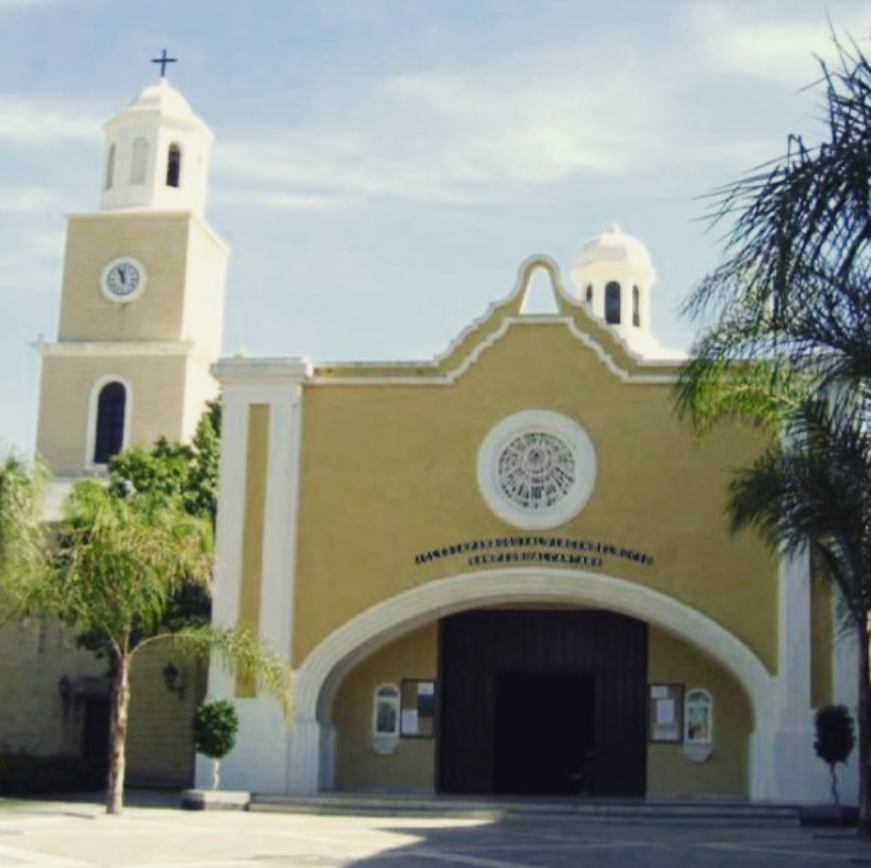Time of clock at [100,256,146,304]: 11:56
